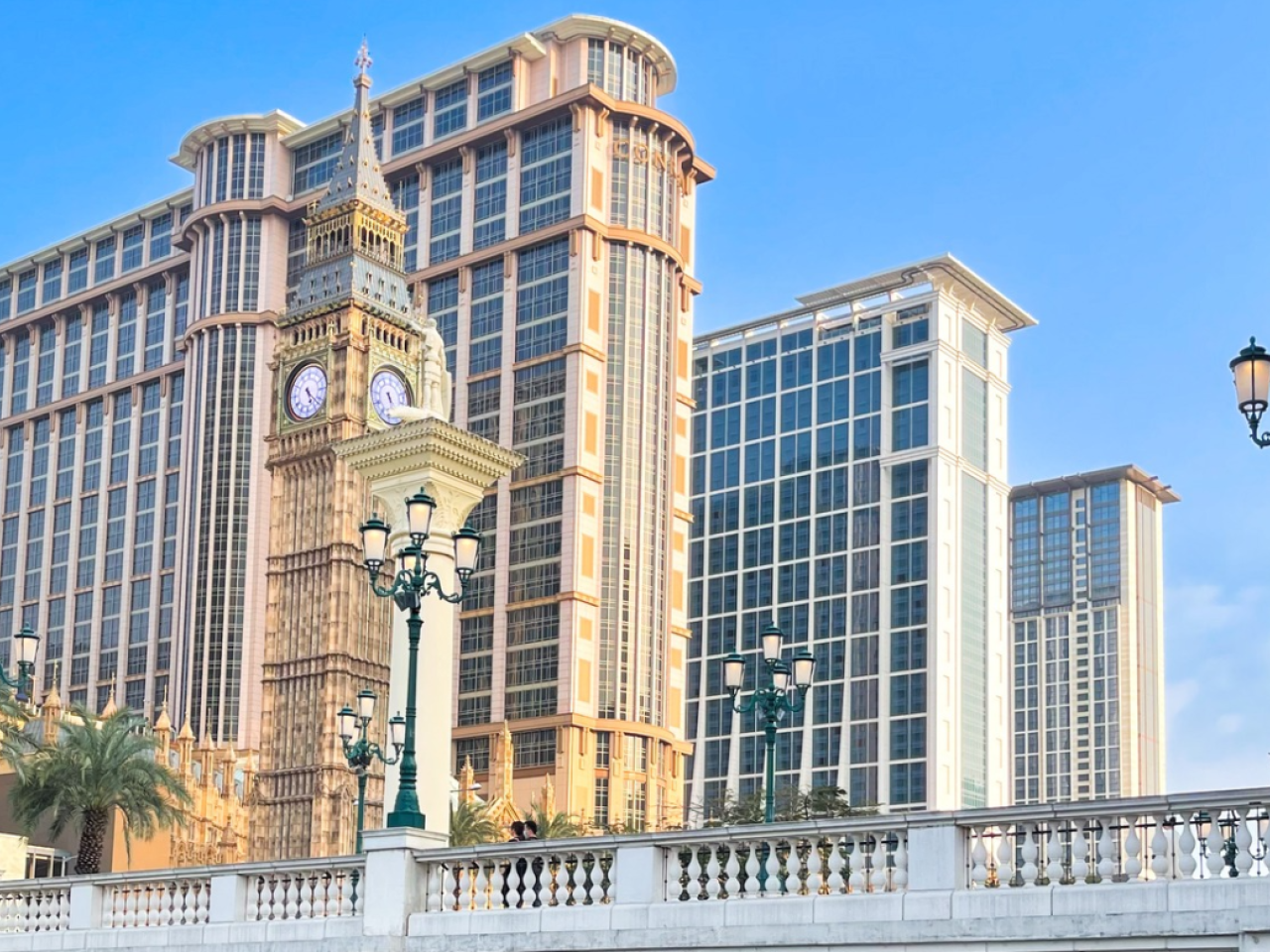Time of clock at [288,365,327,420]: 5:22
